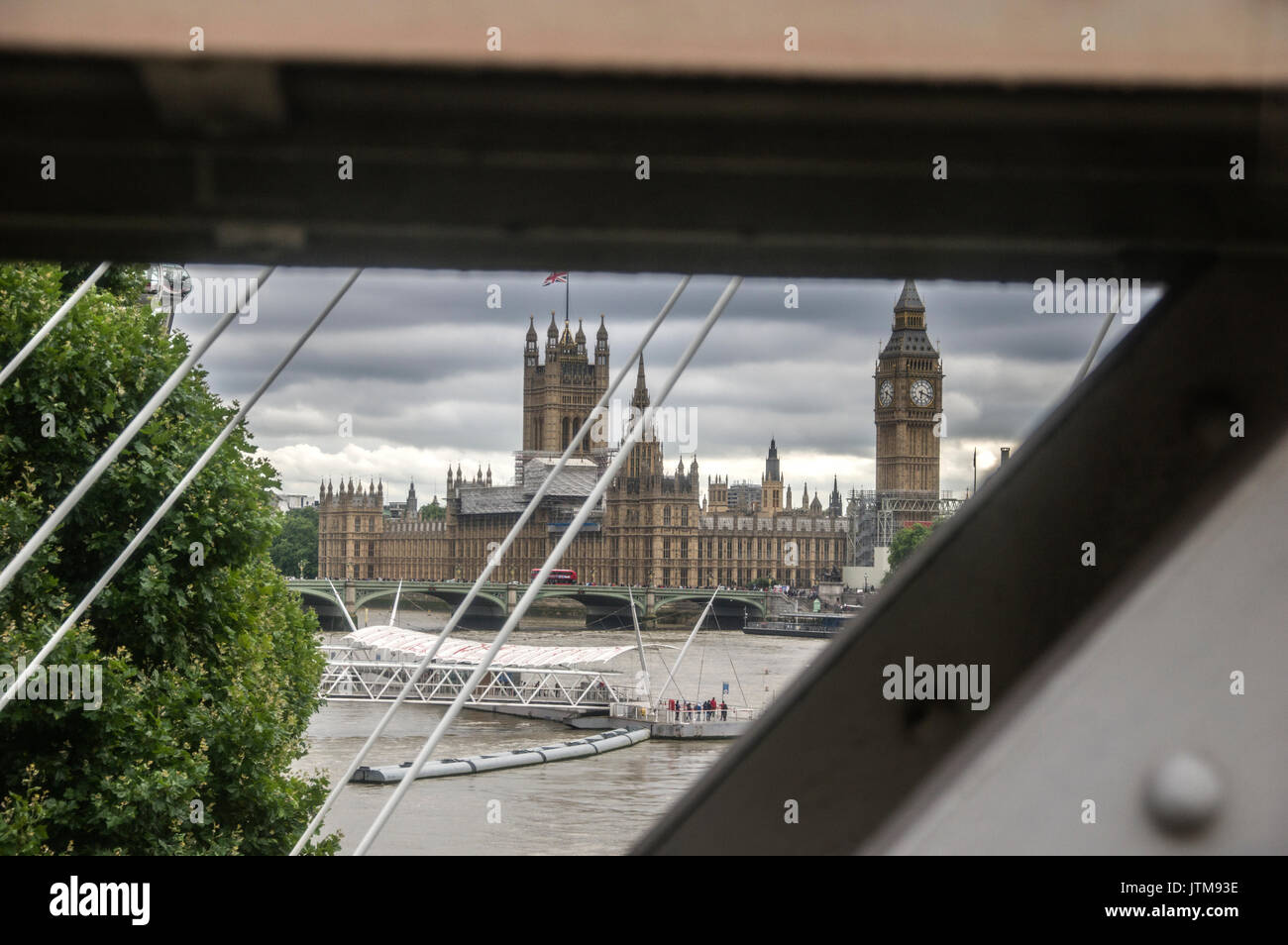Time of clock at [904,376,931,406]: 6:18
